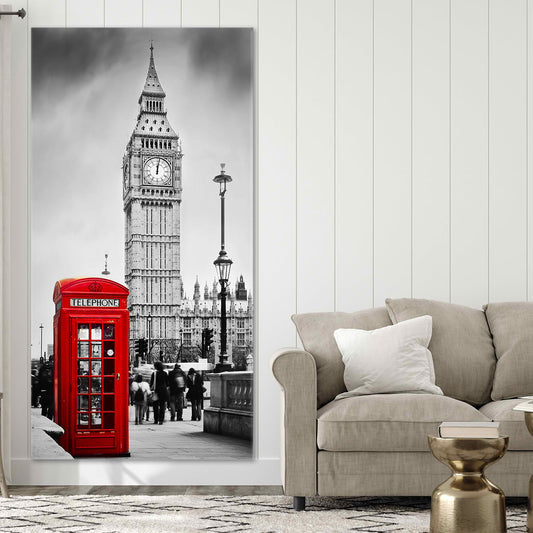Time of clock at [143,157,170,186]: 12:01
